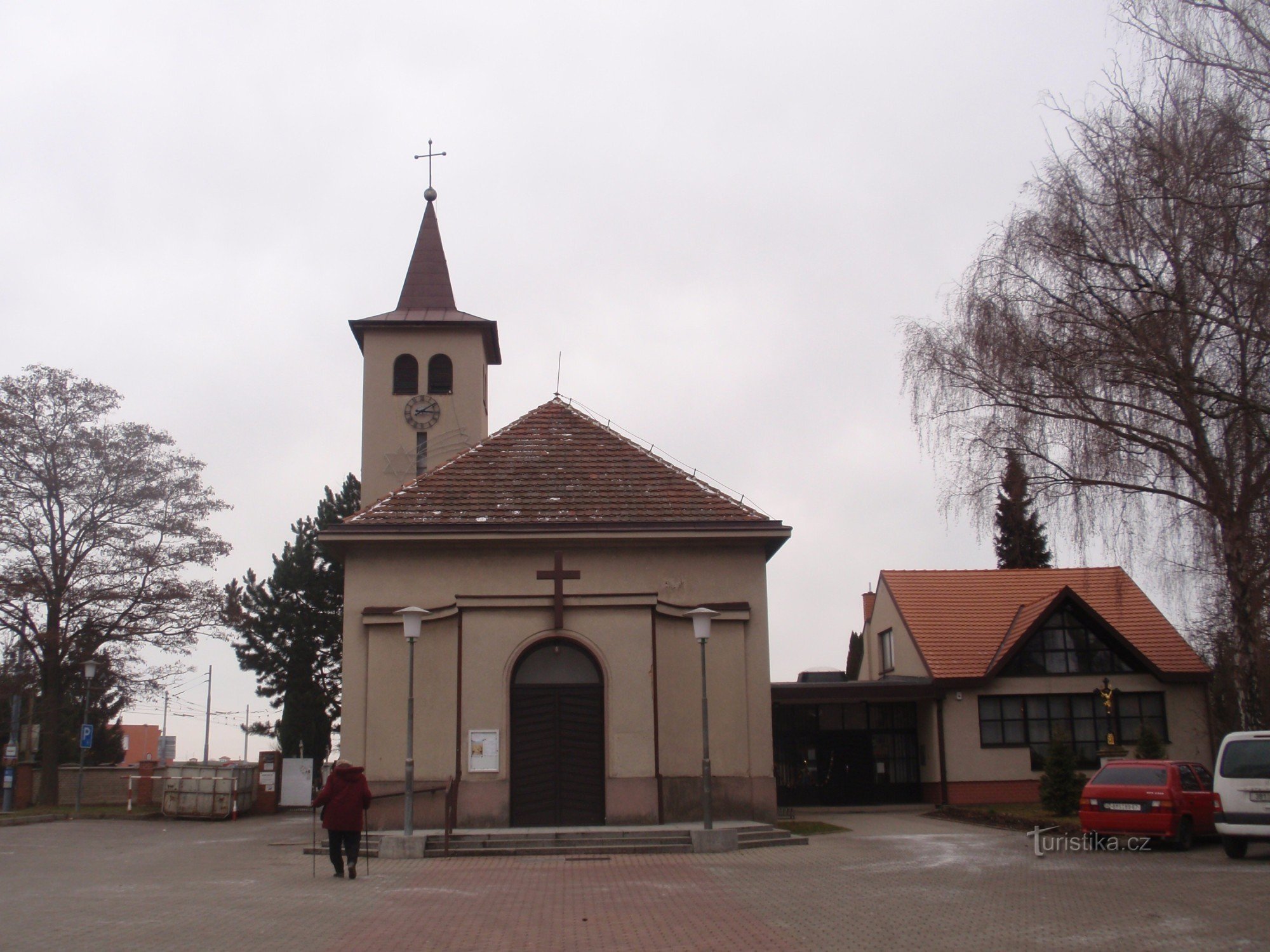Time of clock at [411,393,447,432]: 3:09
